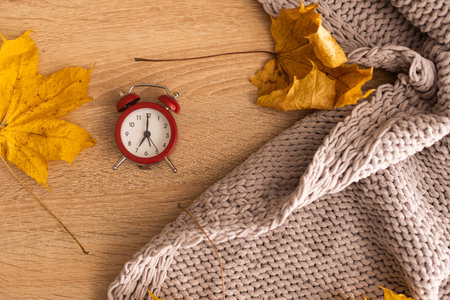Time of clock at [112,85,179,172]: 7:00
